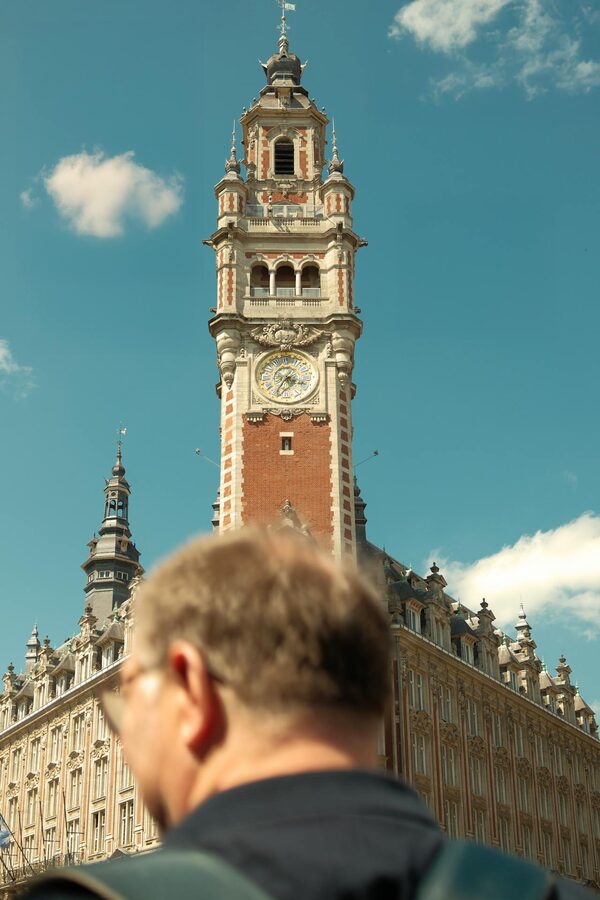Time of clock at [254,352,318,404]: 3:35
